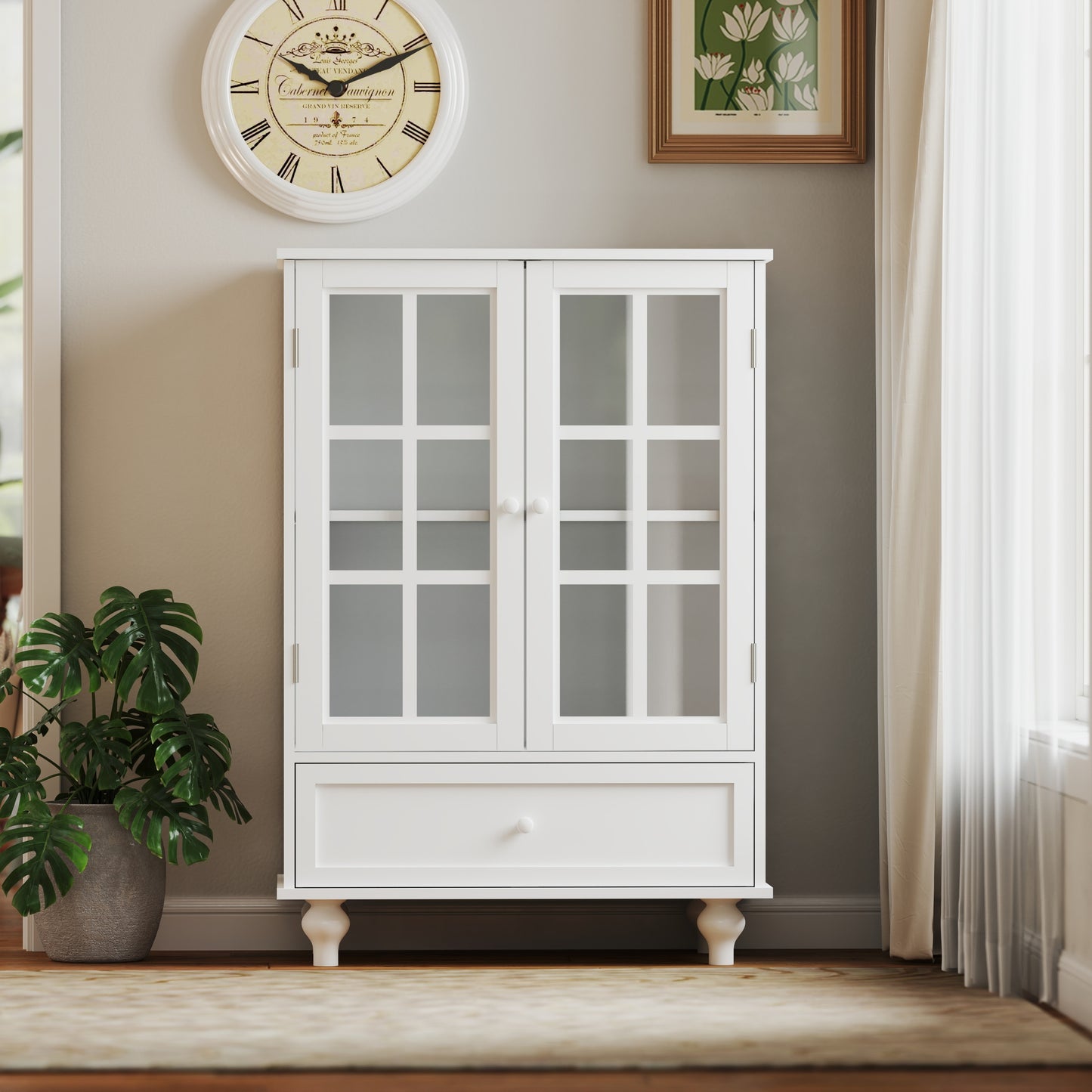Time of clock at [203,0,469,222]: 10:10
